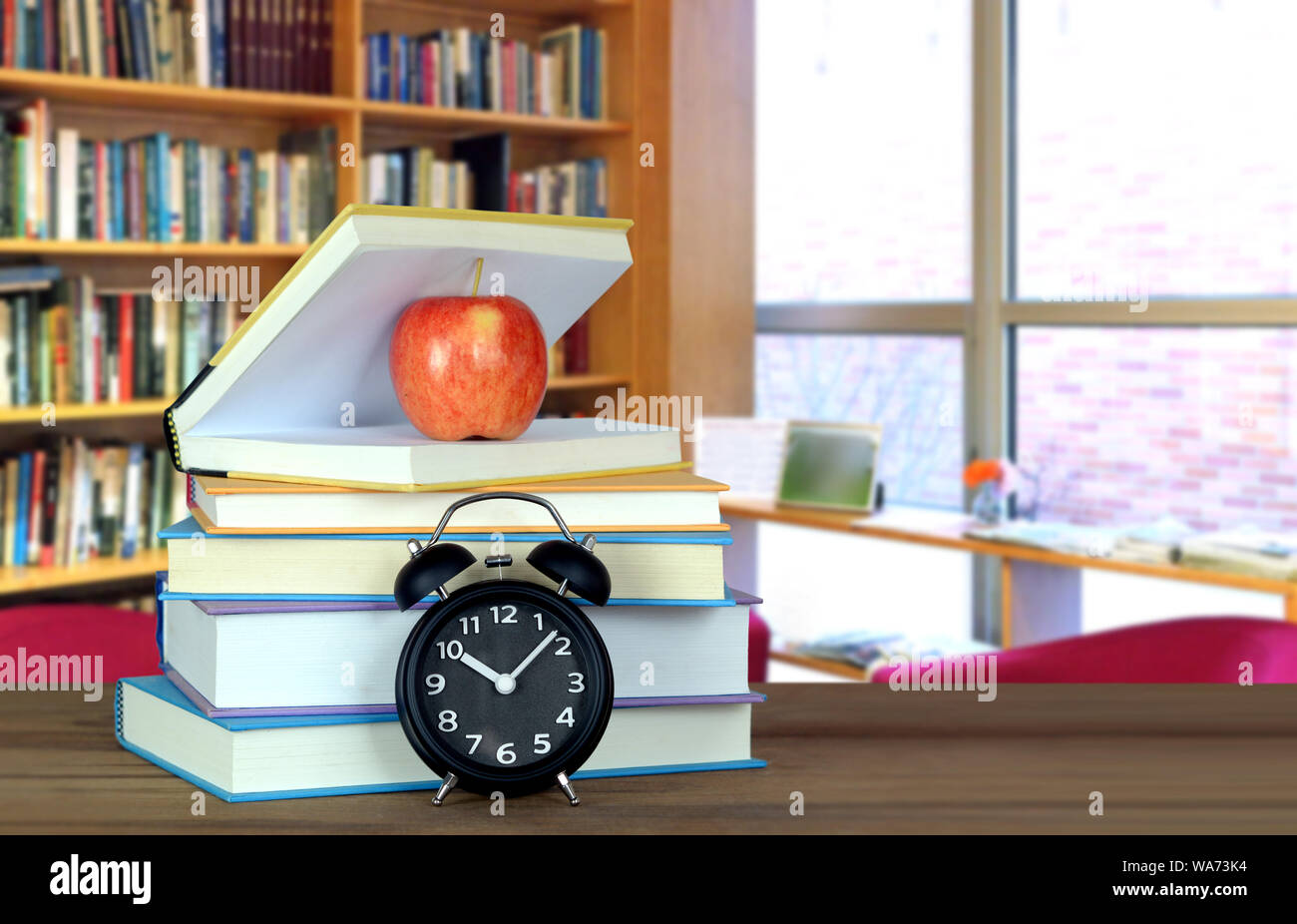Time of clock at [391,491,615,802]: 10:07
